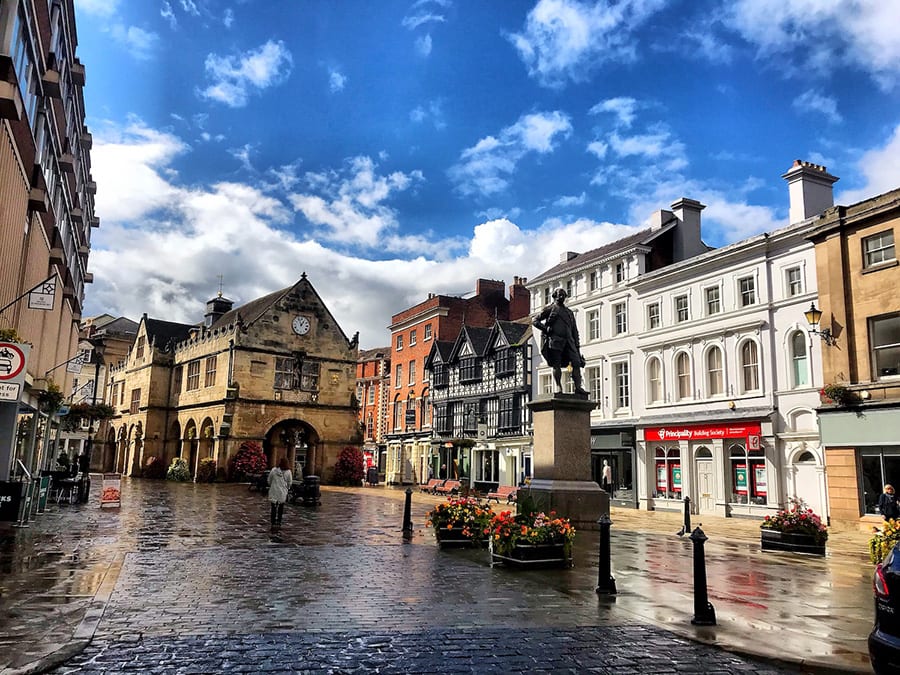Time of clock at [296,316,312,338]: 12:55
